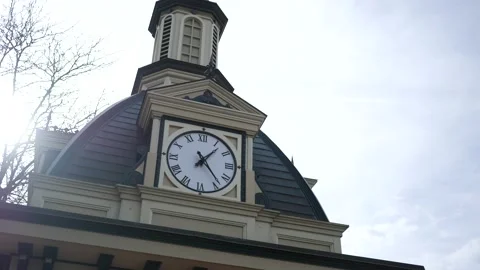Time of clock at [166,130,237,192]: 1:23
